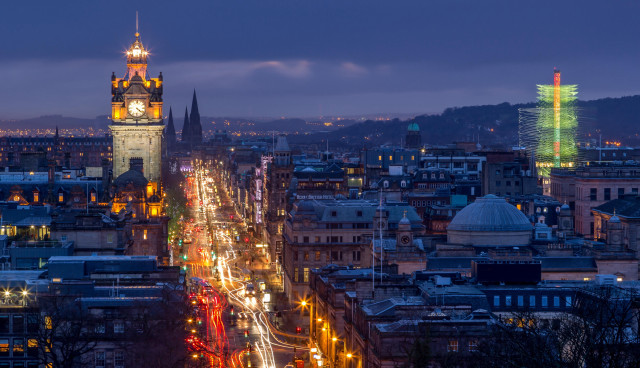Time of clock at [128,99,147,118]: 4:21
